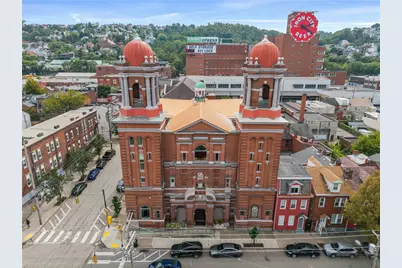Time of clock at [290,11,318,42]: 4:12
